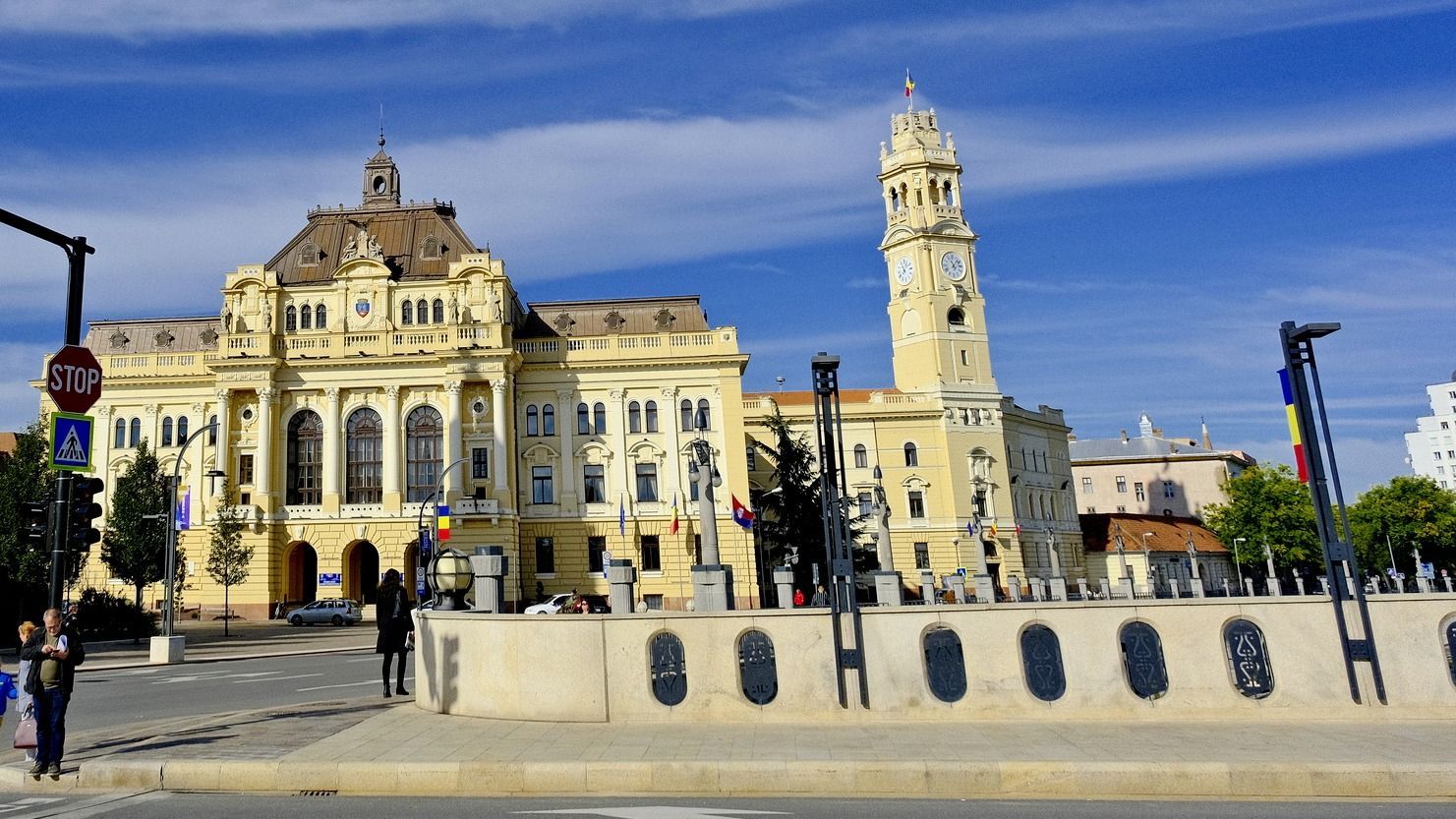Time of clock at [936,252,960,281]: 11:07
